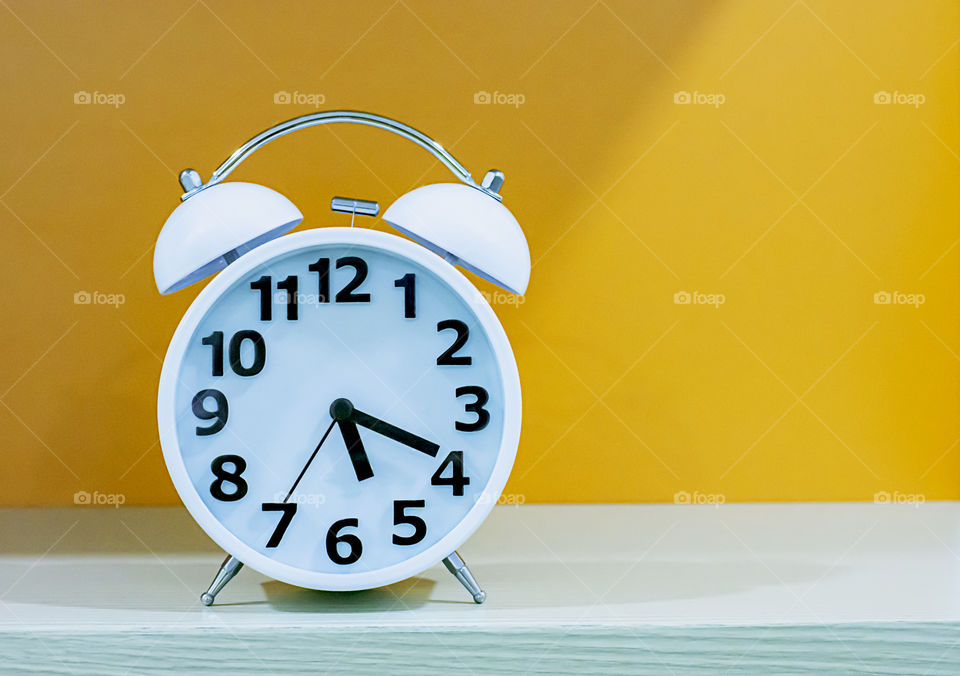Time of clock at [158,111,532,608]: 5:19
